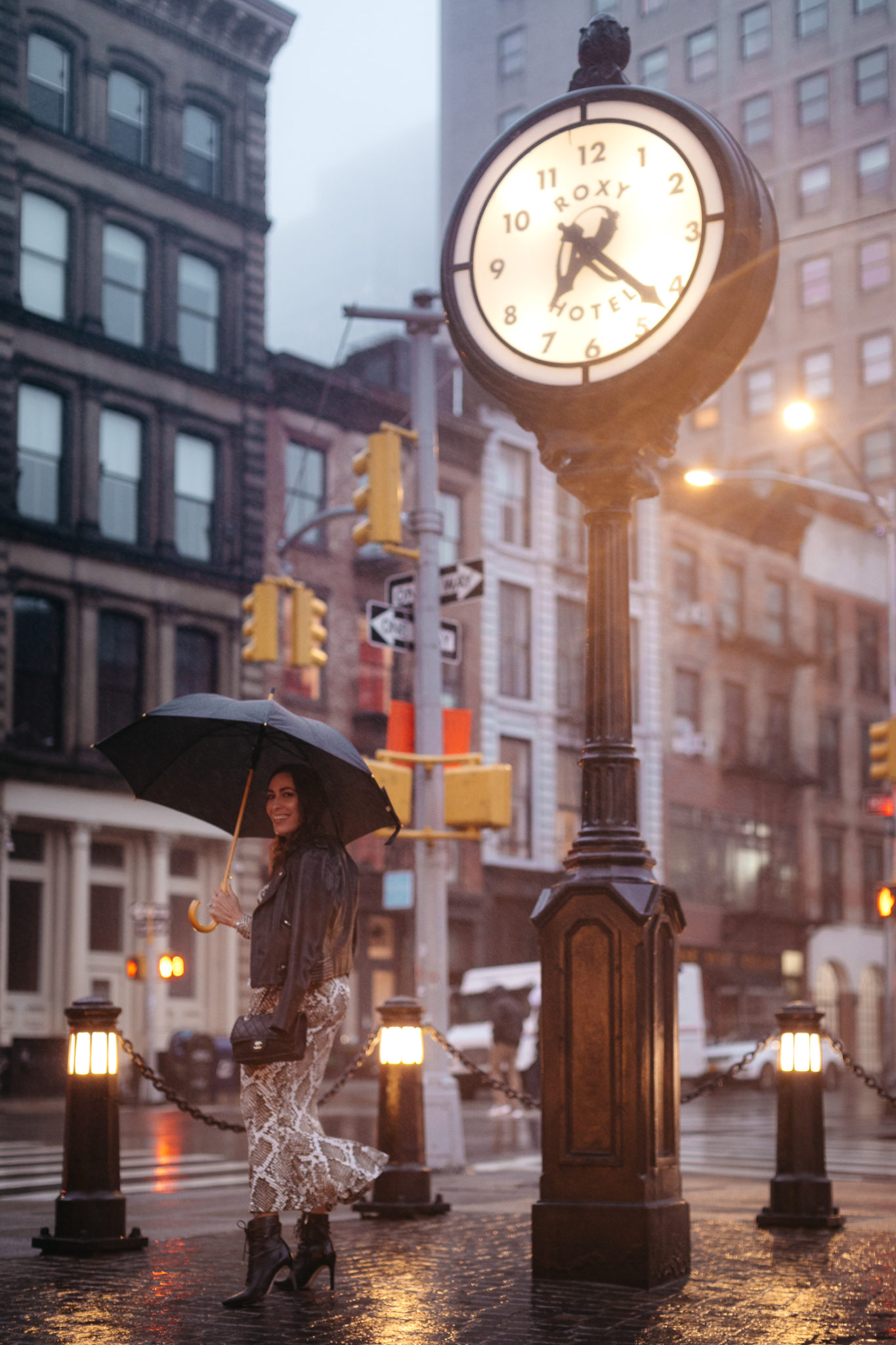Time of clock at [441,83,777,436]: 7:21
